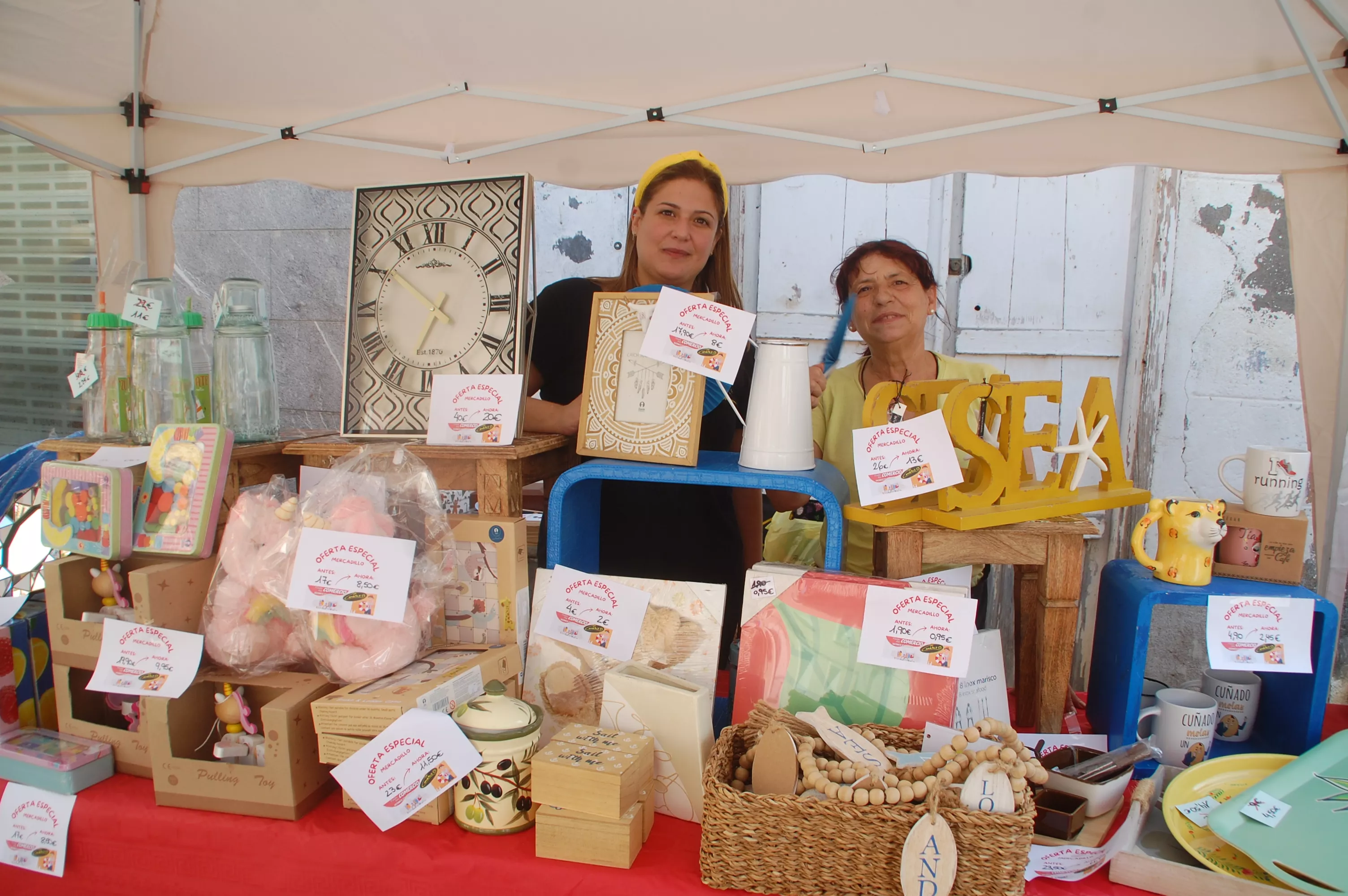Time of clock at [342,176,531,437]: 6:50
